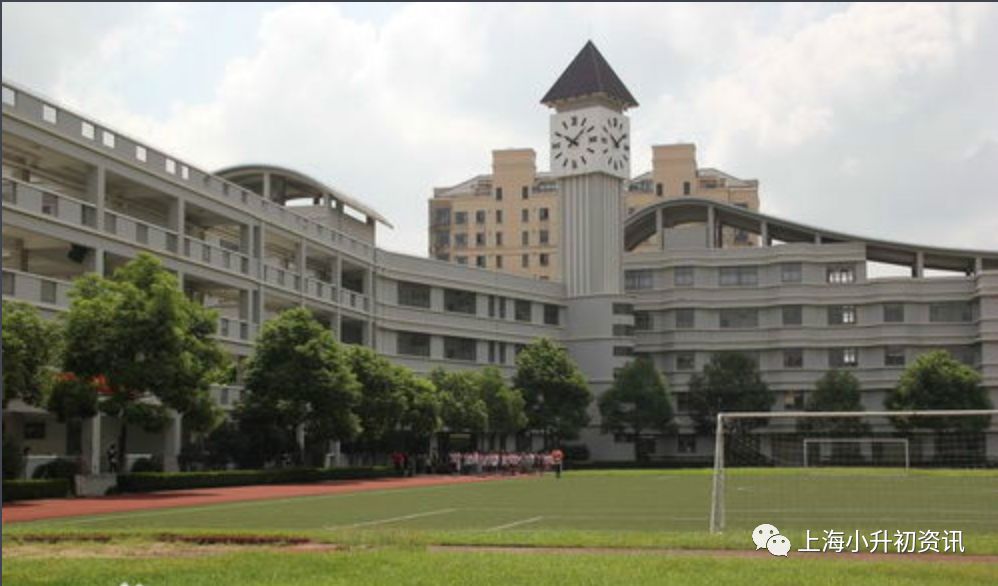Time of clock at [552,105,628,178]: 10:07
